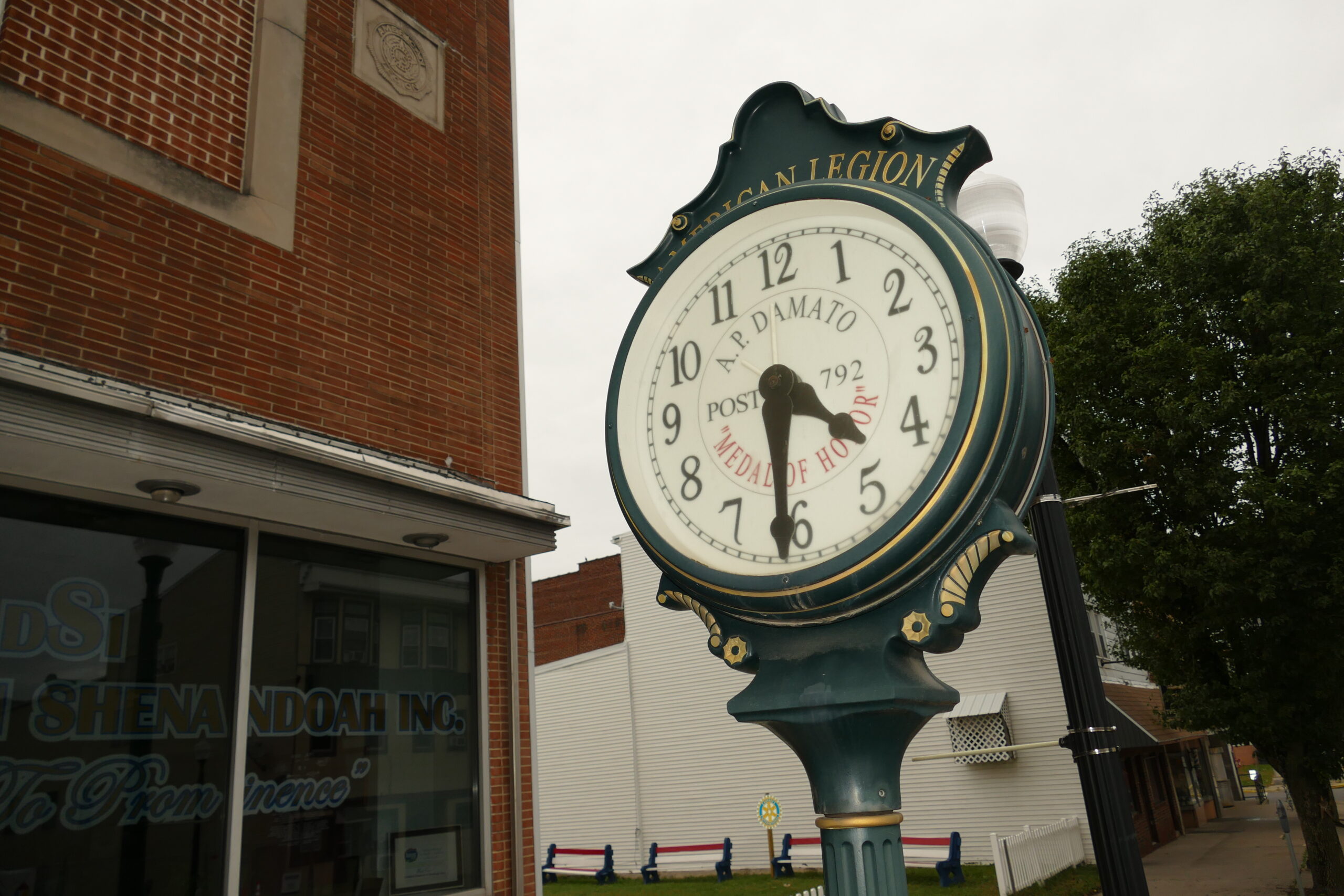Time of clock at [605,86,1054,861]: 4:31
